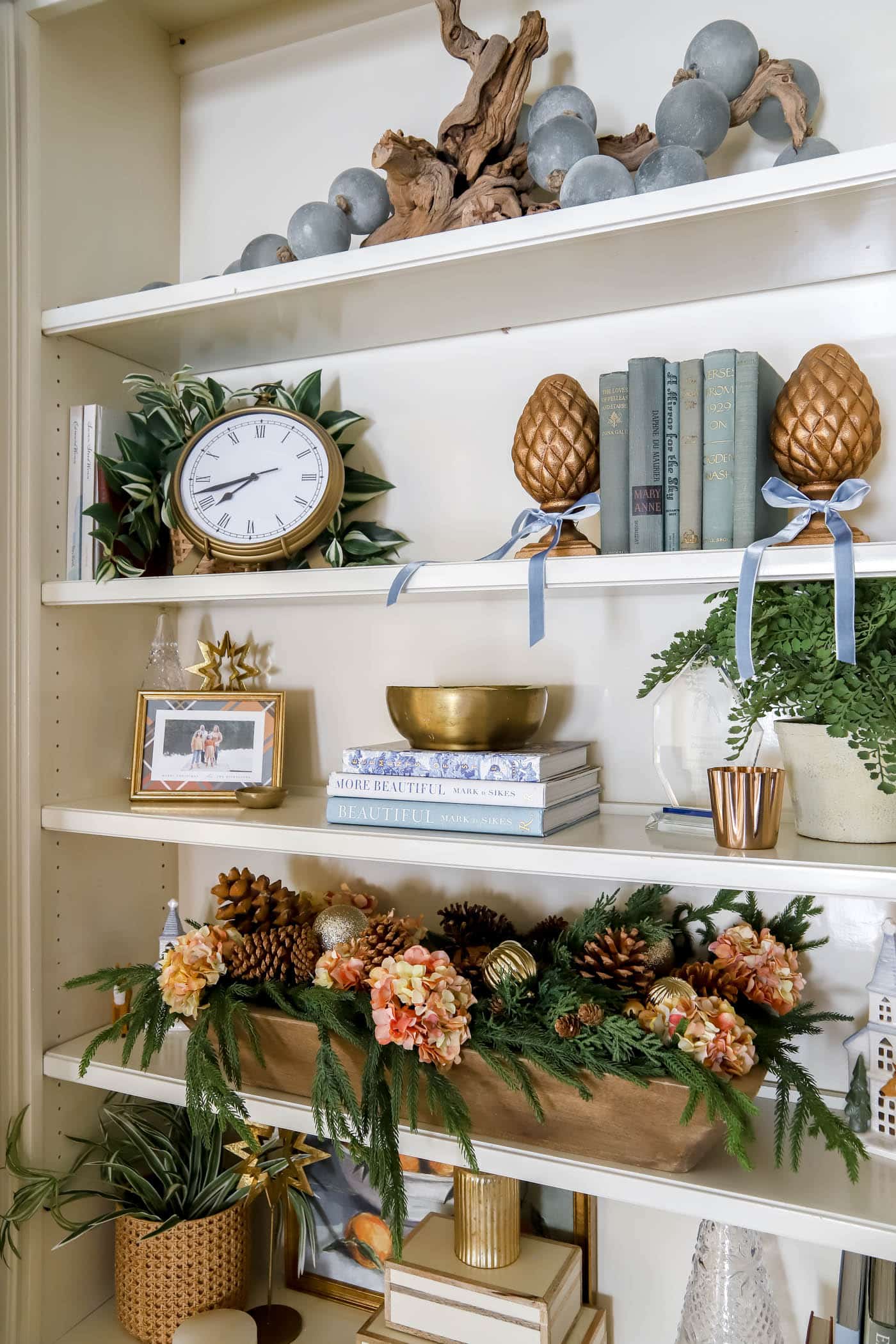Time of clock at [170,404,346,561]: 7:42
